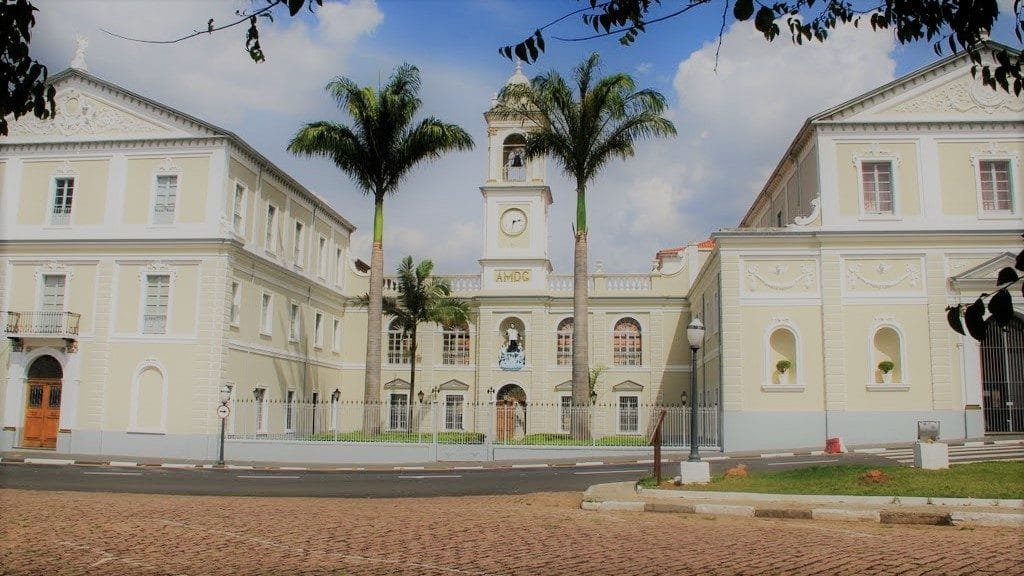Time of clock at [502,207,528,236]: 2:32
